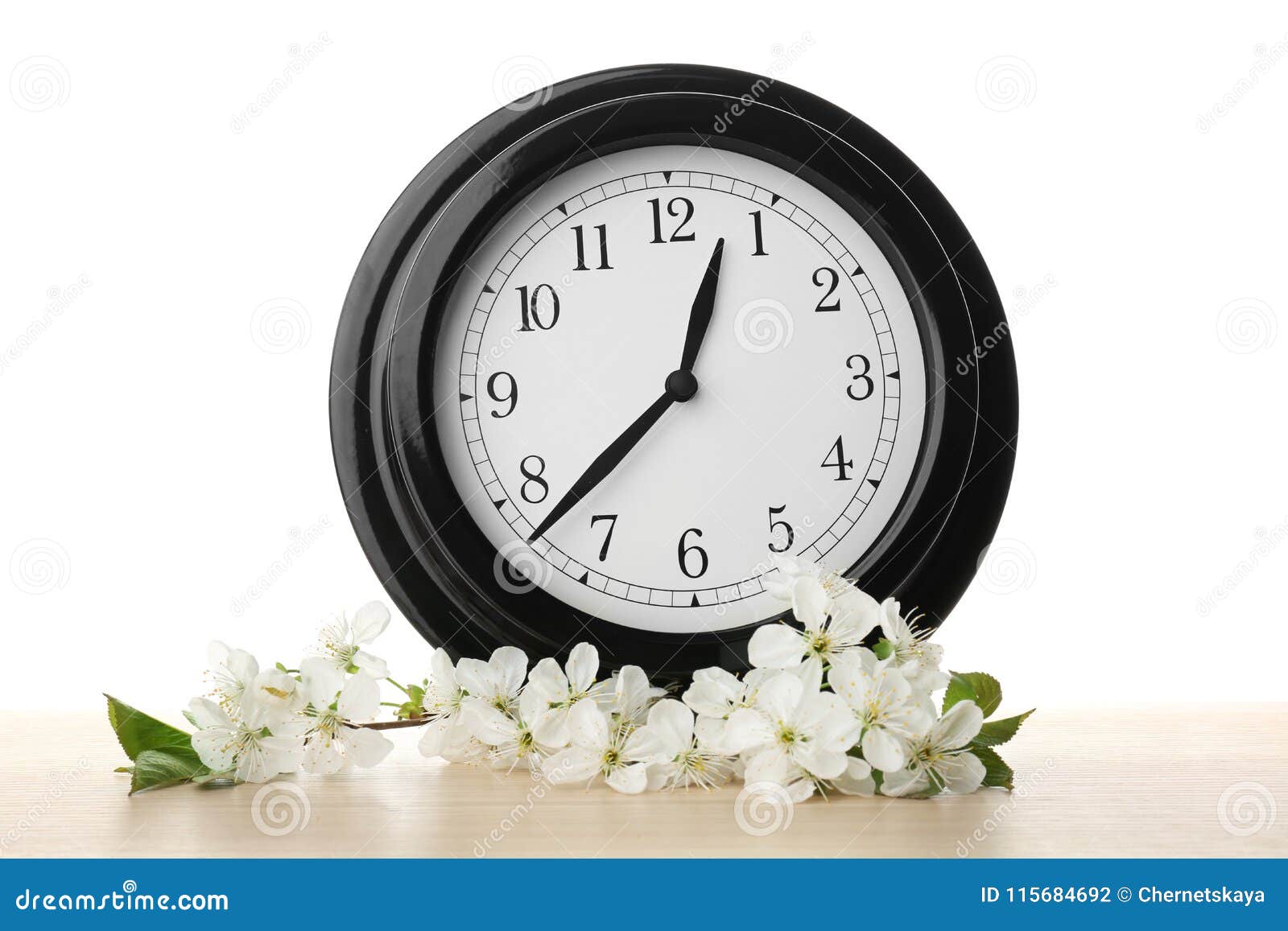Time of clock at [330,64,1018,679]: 12:37
